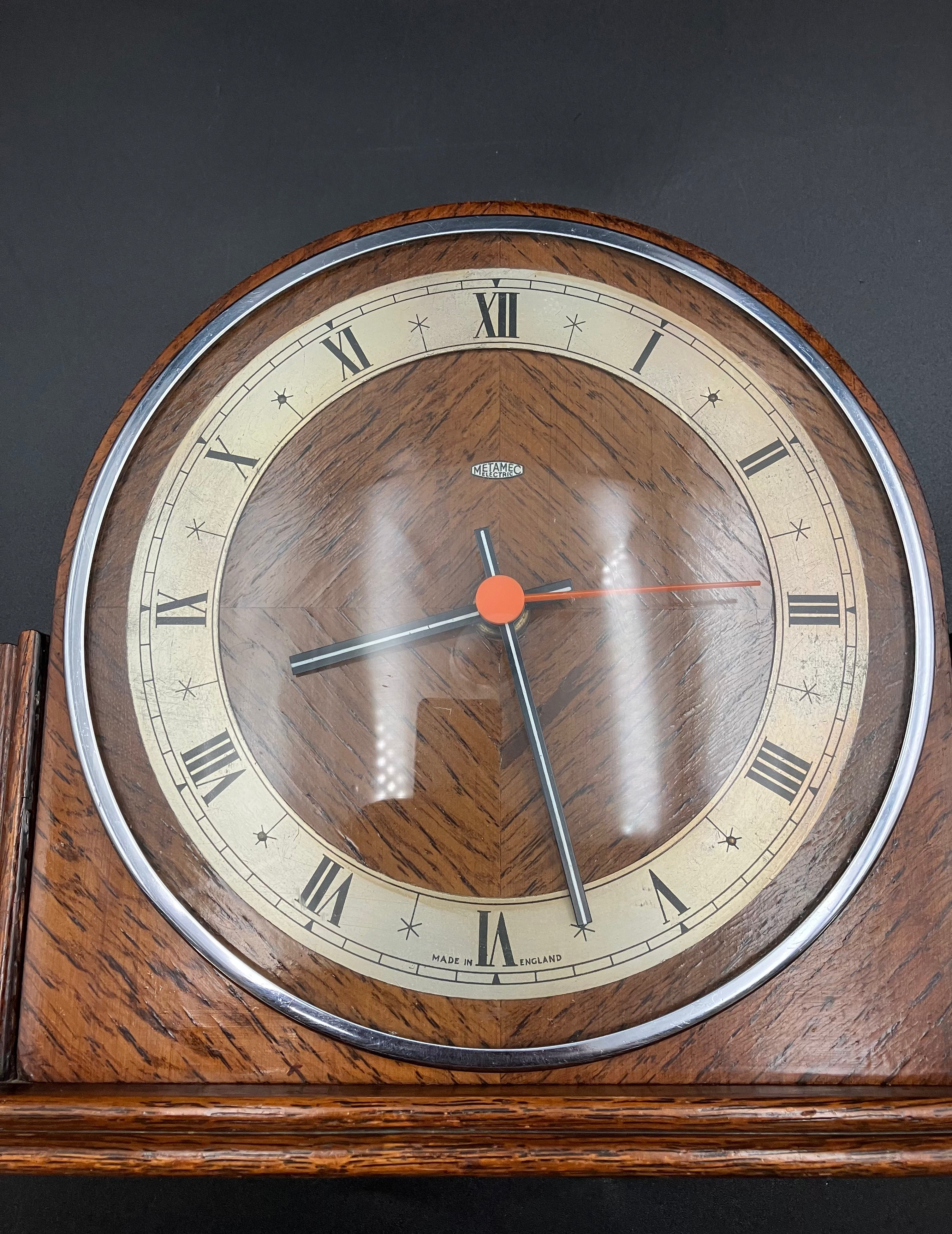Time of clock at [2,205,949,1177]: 8:27
